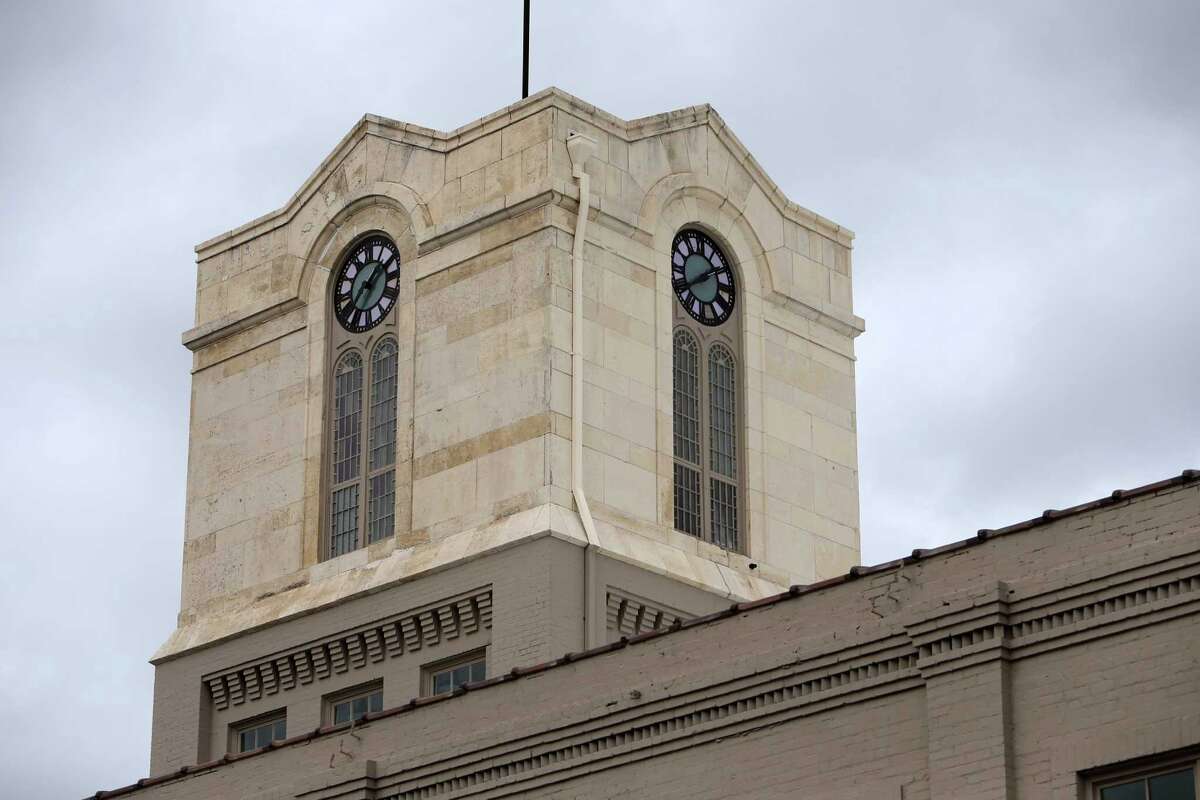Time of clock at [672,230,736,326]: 1:39
